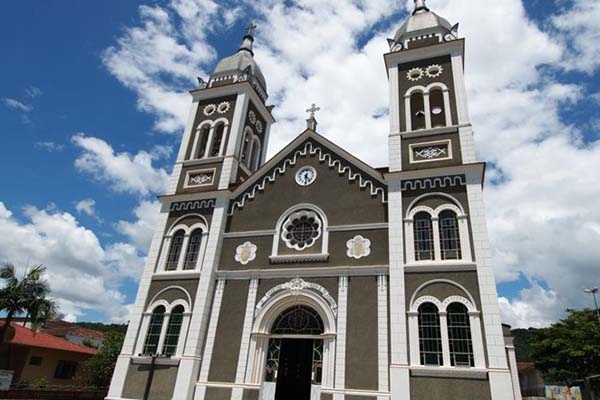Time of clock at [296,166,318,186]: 12:23
